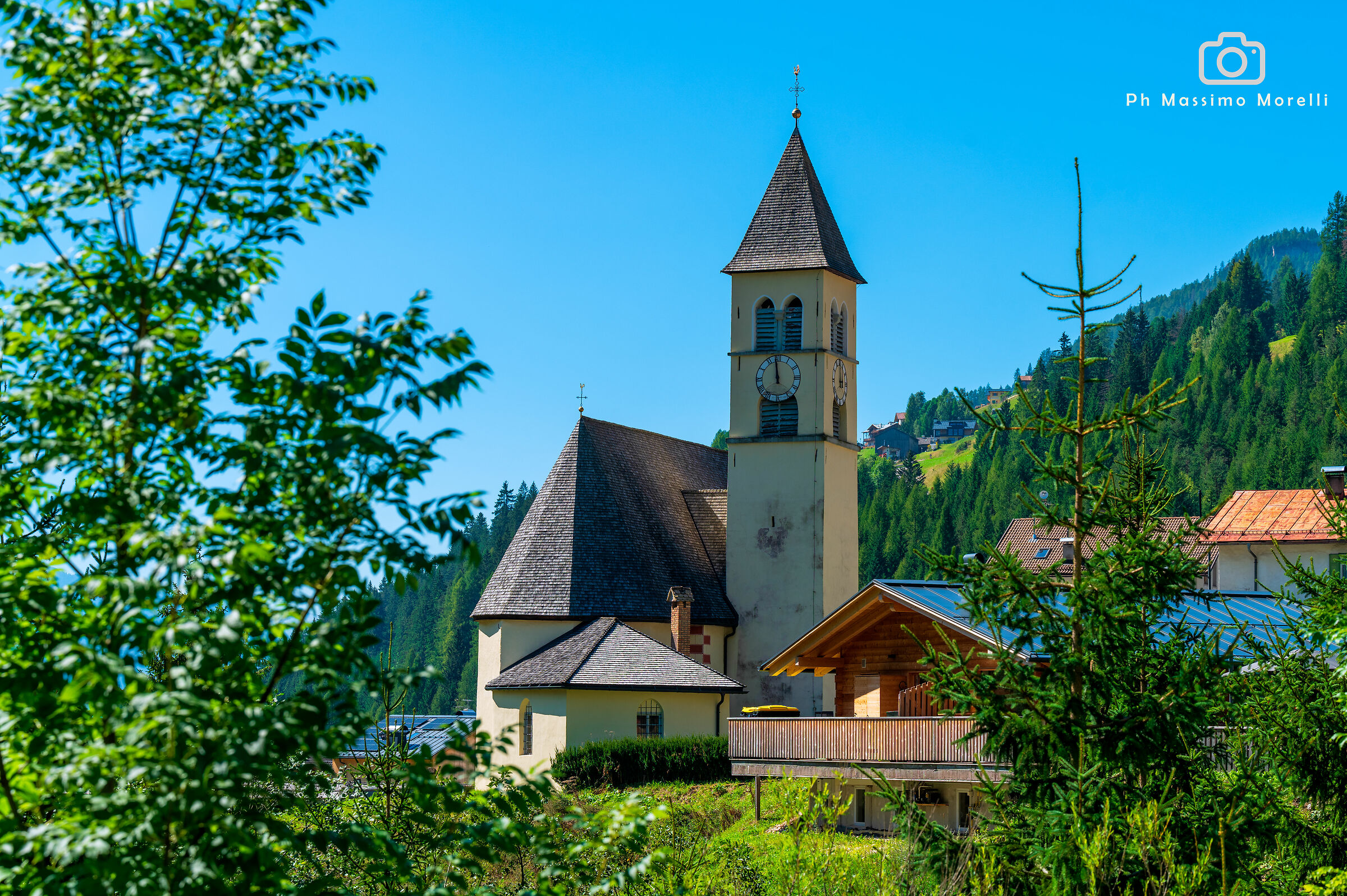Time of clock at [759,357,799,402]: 11:58
